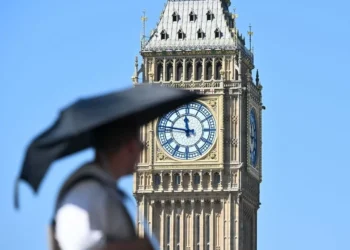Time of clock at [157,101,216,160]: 11:46
